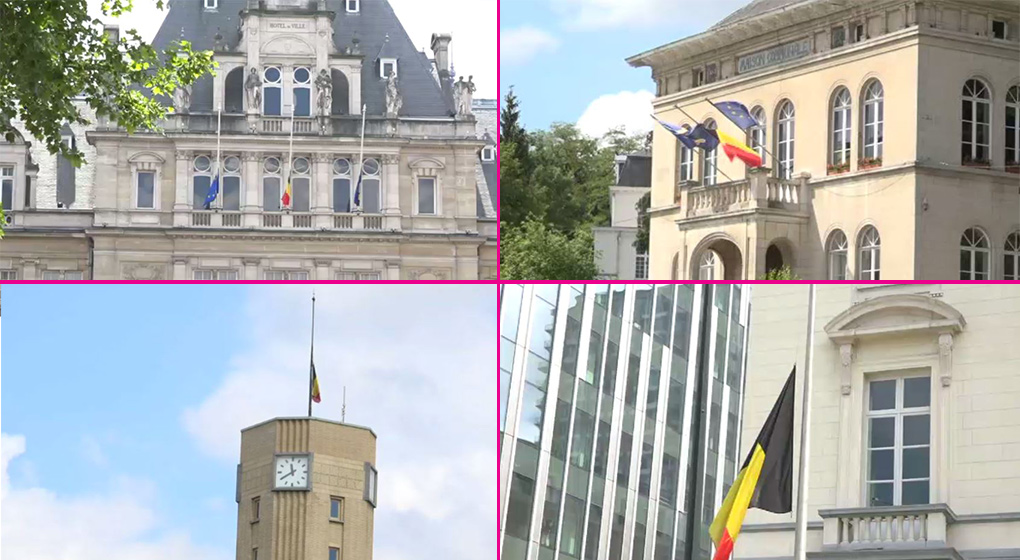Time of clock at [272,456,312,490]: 11:39
